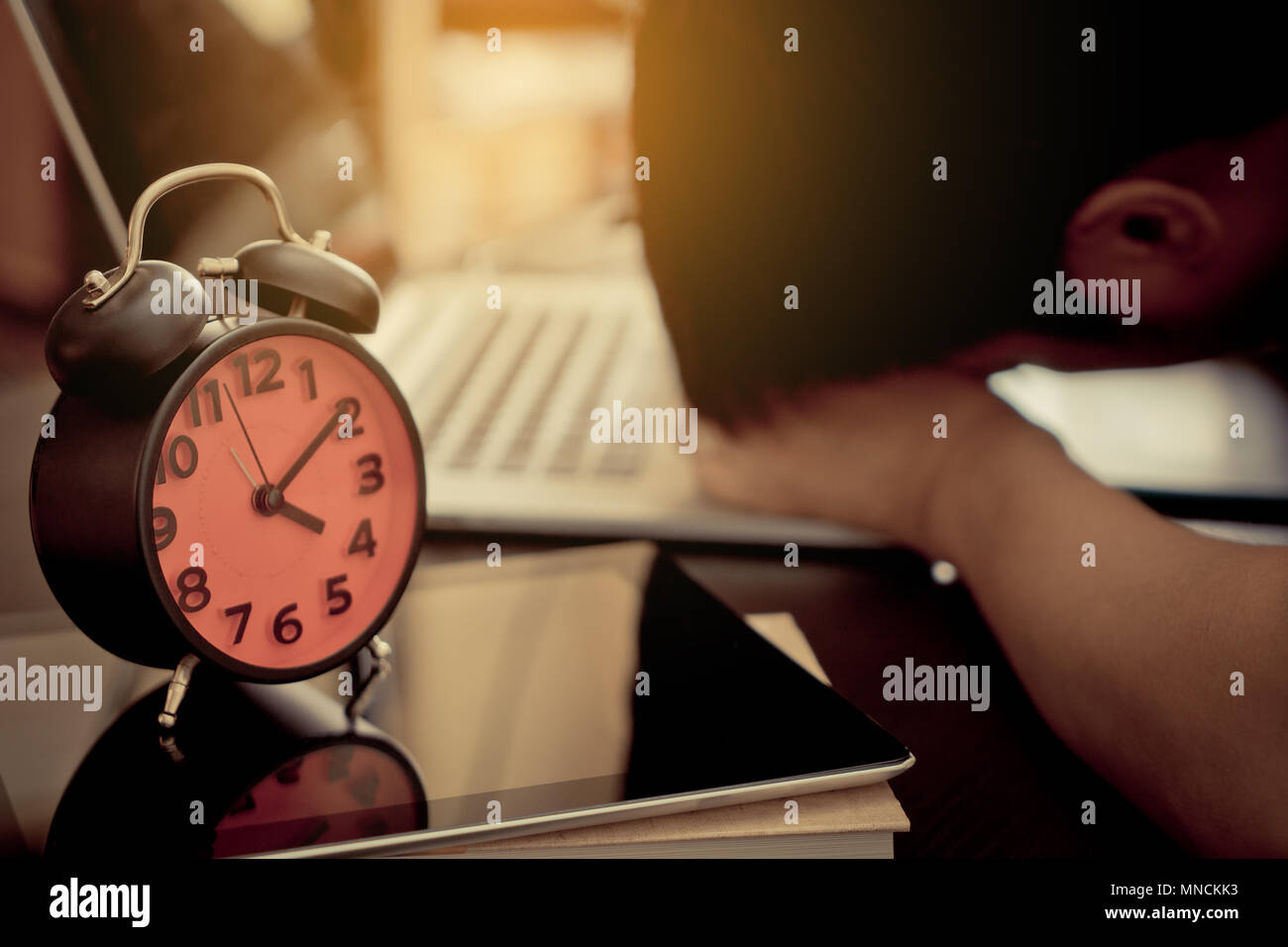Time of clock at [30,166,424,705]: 4:09
